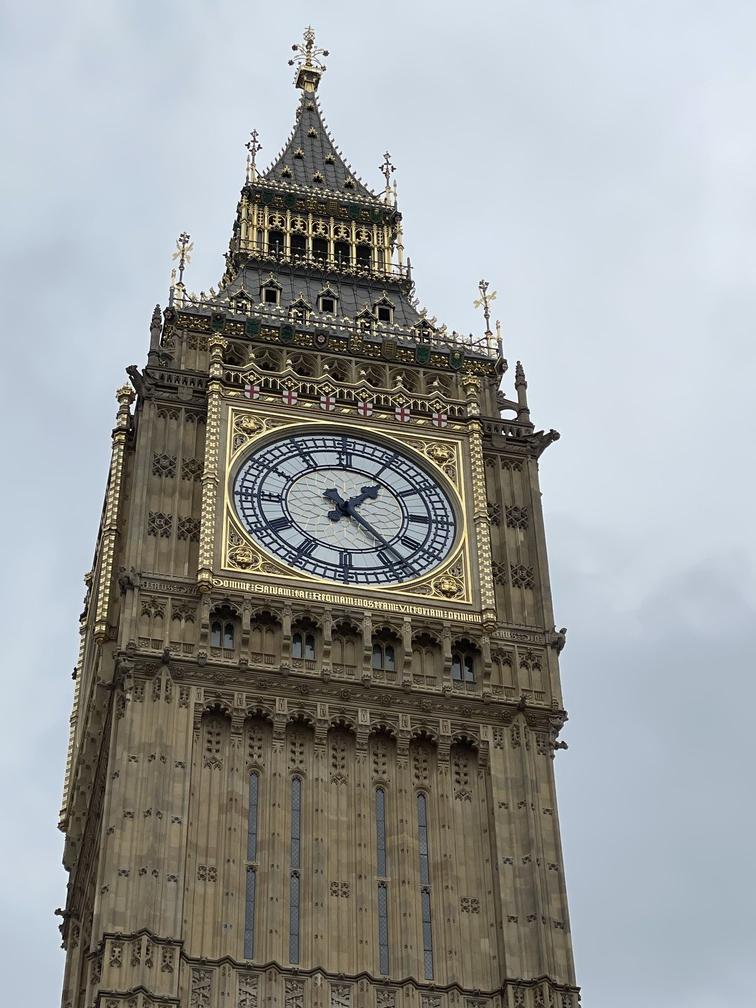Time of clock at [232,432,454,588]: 1:23
